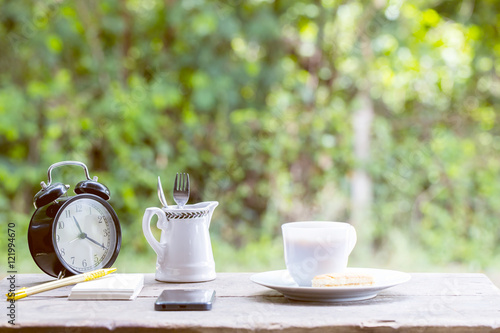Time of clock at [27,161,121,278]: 11:20
